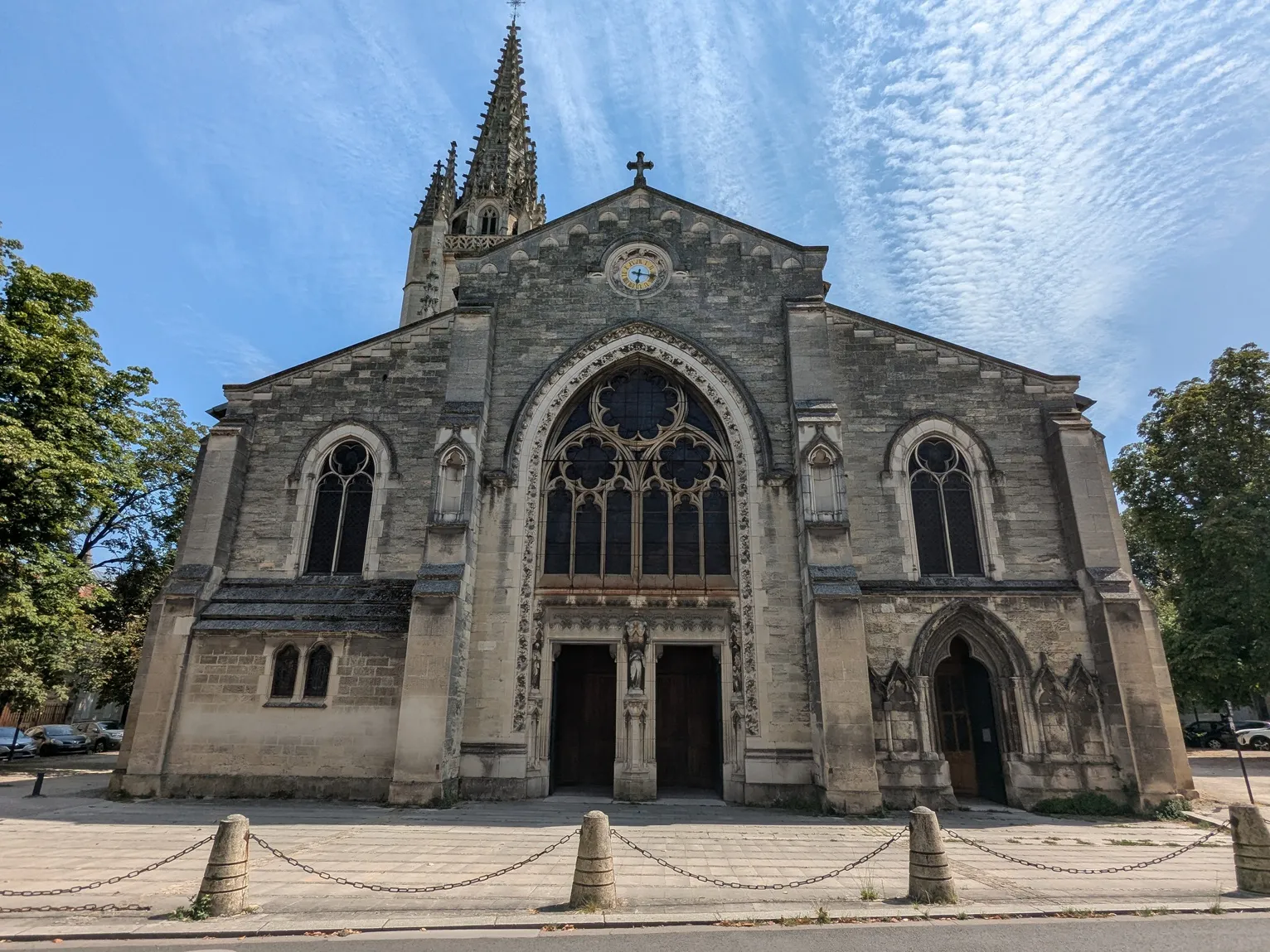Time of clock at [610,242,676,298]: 6:17
